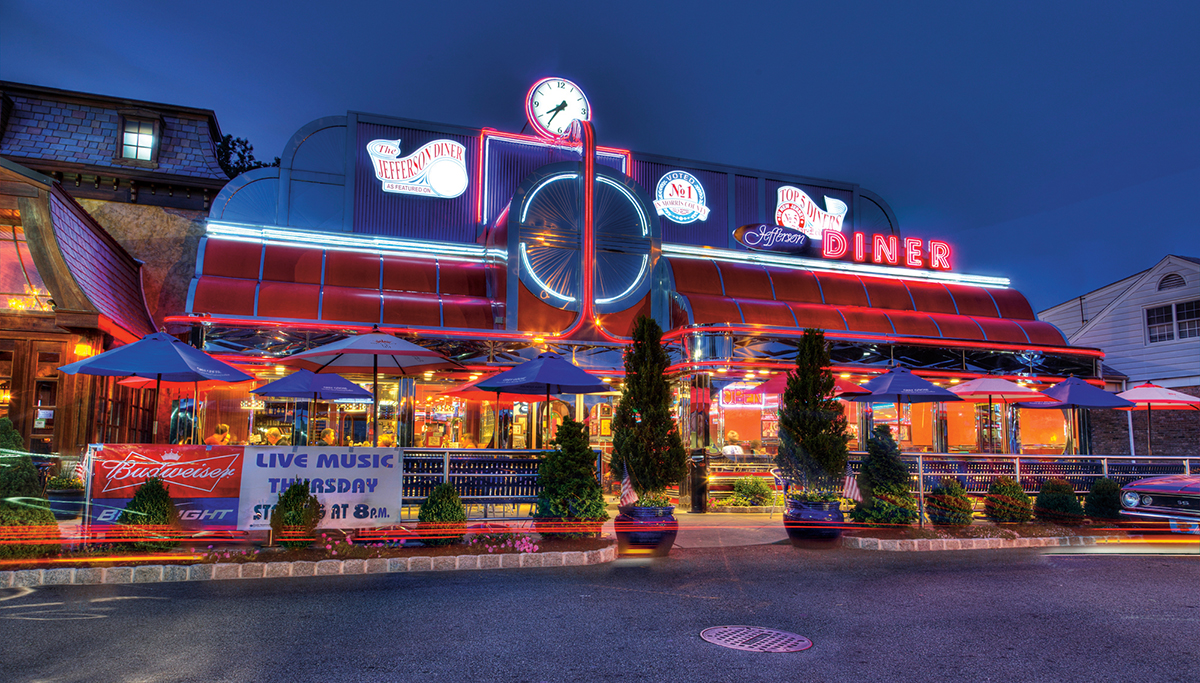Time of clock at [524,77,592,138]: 7:35
